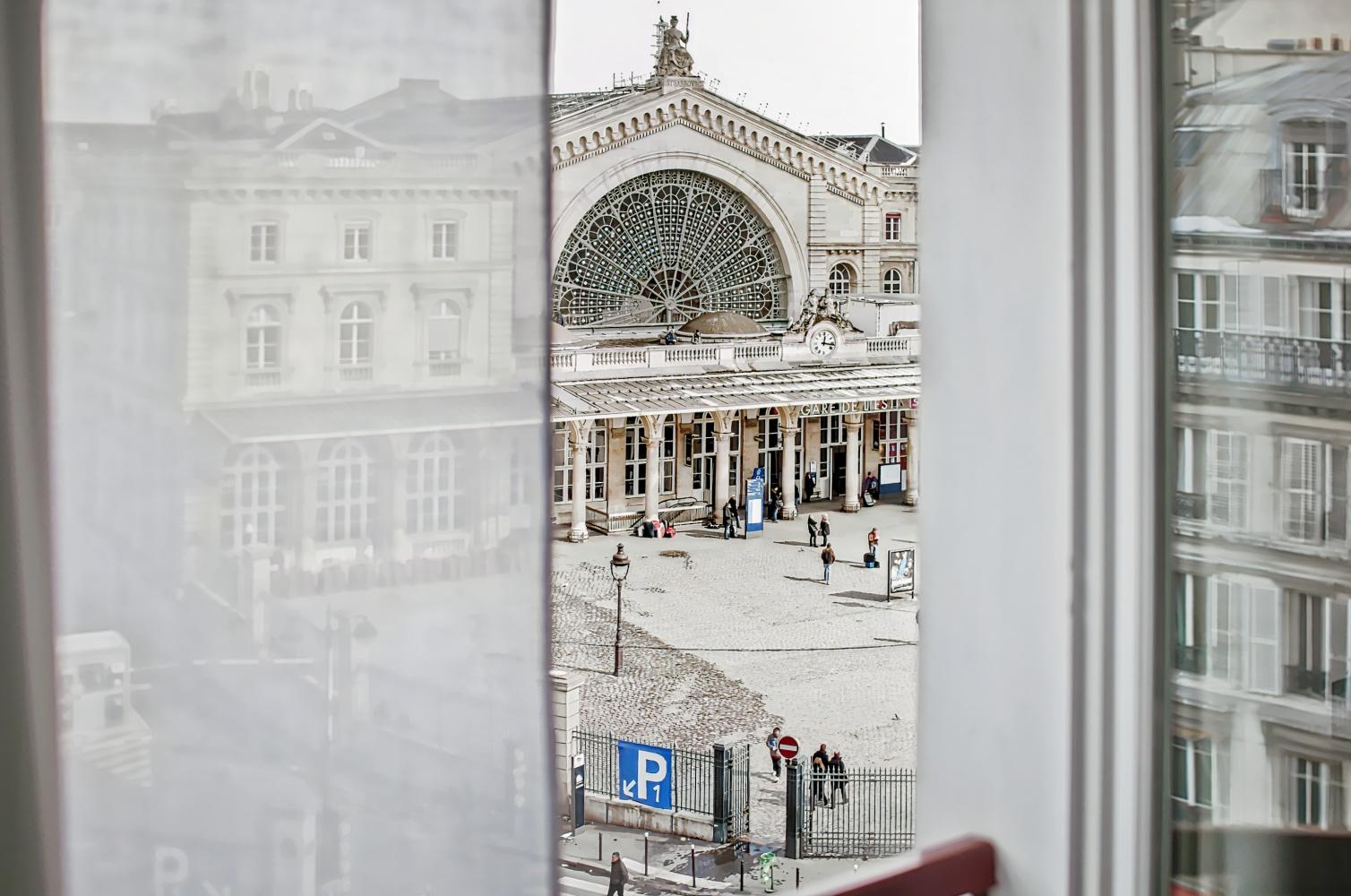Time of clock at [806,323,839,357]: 12:16
